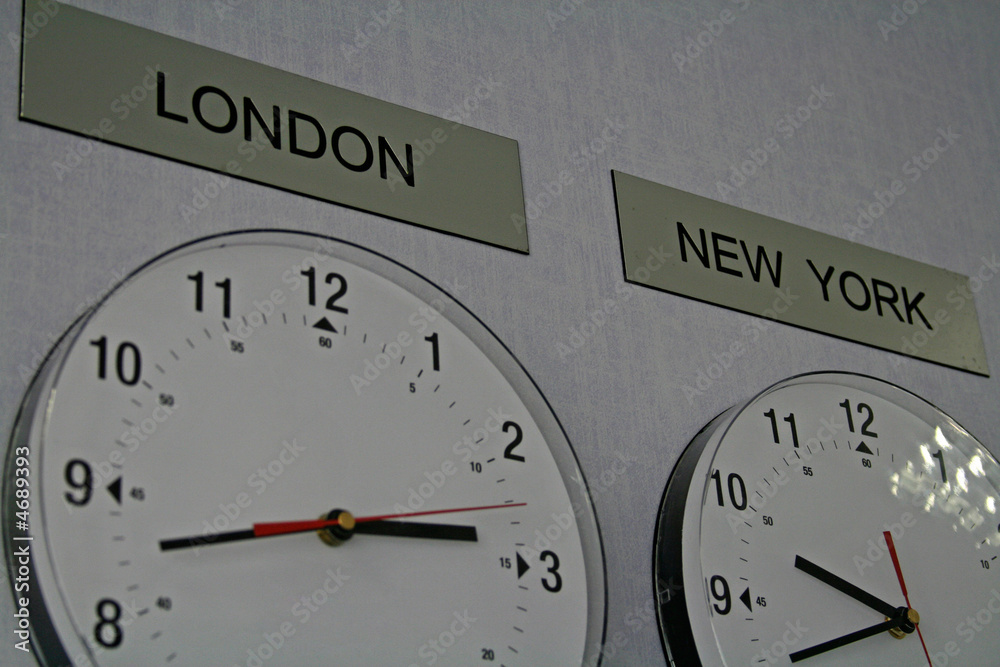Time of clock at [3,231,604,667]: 2:42
